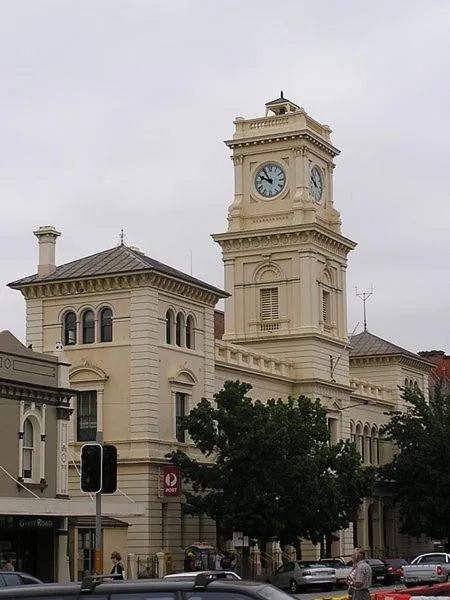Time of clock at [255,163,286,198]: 9:54
